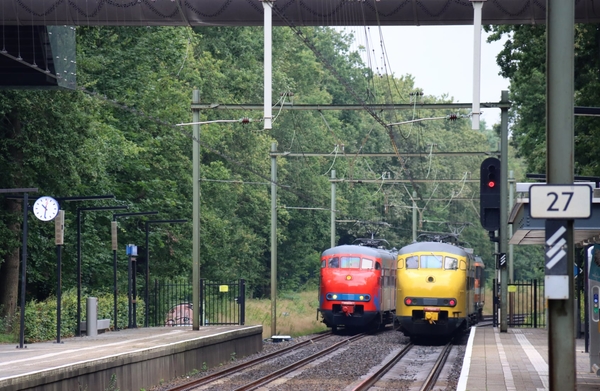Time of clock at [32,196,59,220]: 10:31
